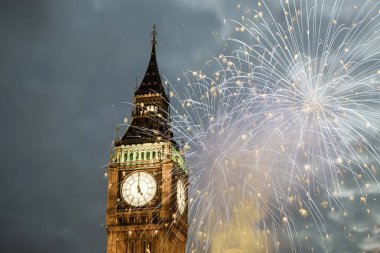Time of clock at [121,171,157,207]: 4:59
